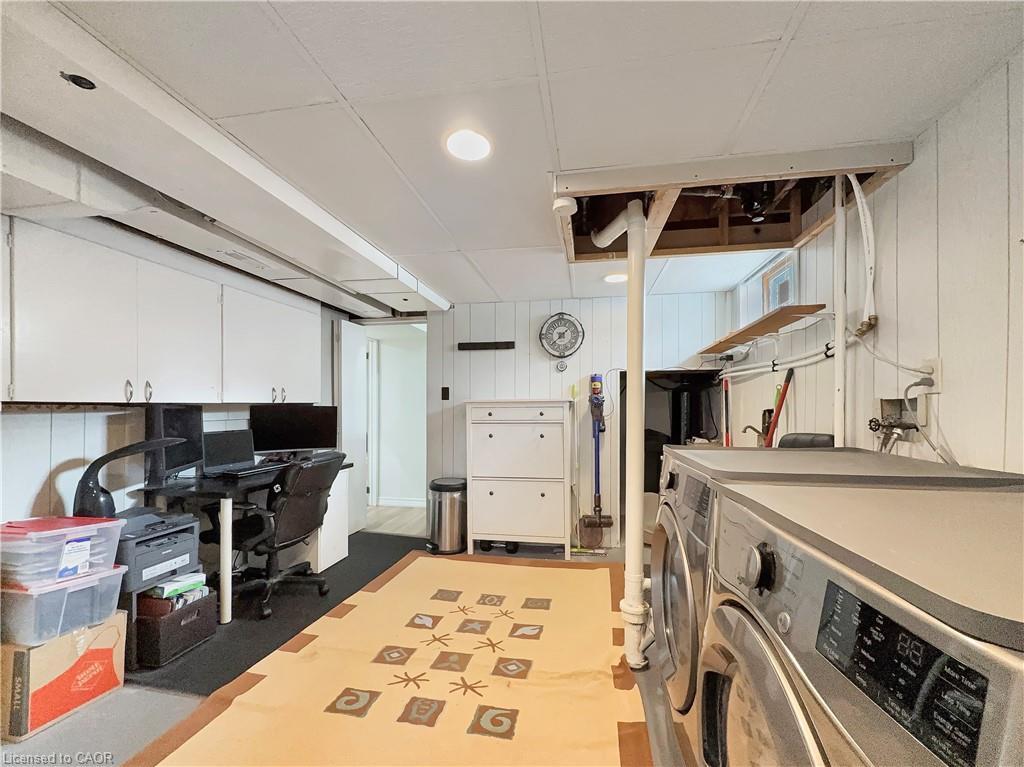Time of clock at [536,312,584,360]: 1:37
